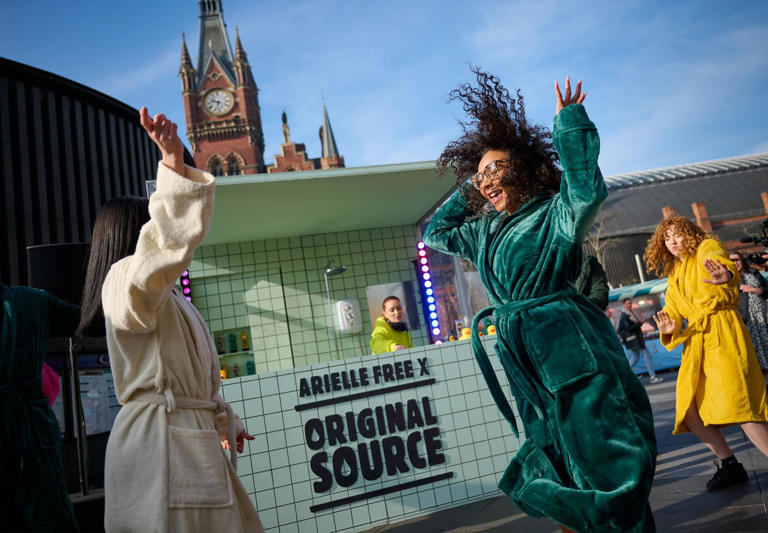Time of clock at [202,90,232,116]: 9:33
